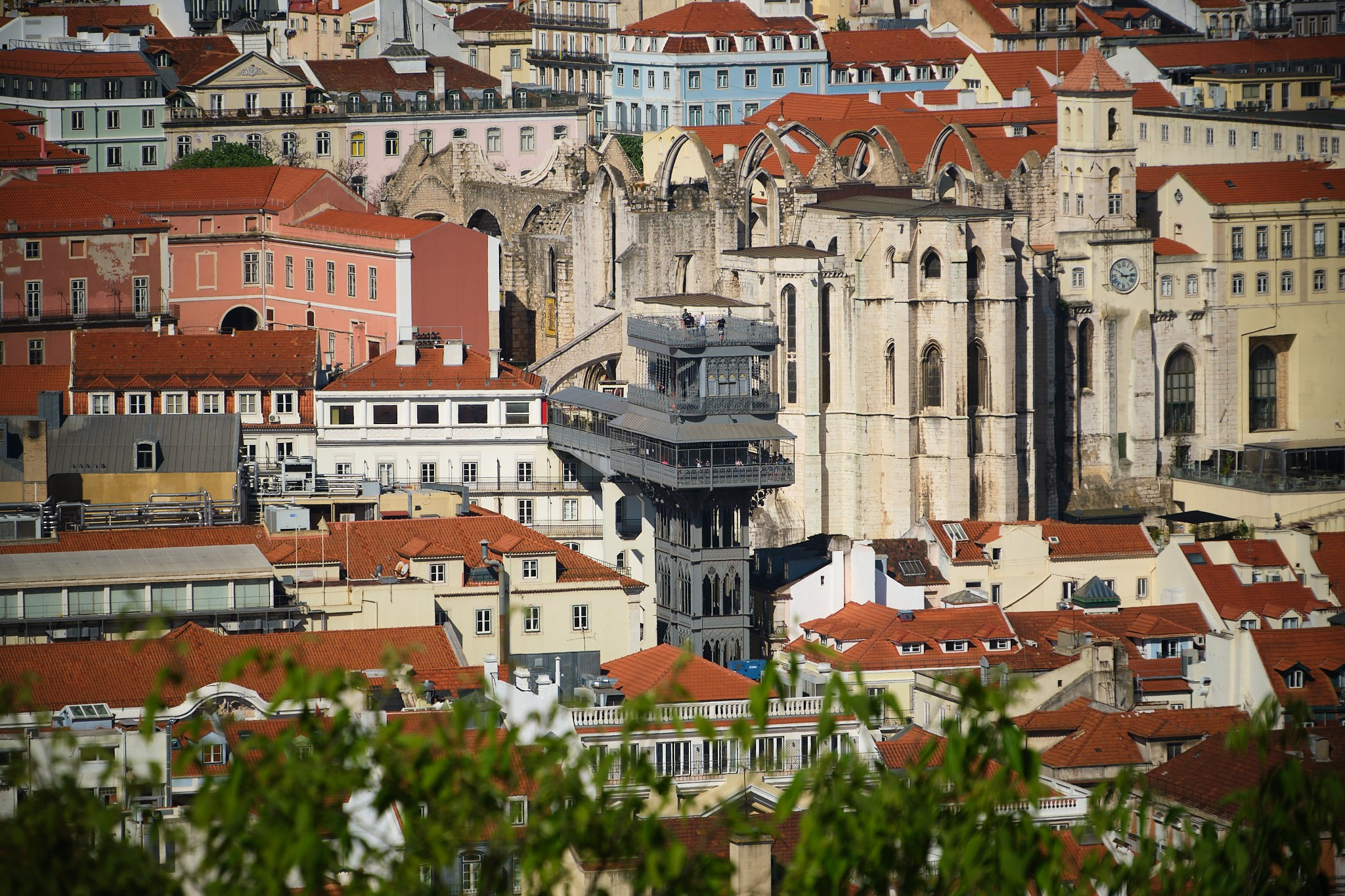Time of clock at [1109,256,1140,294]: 10:14
